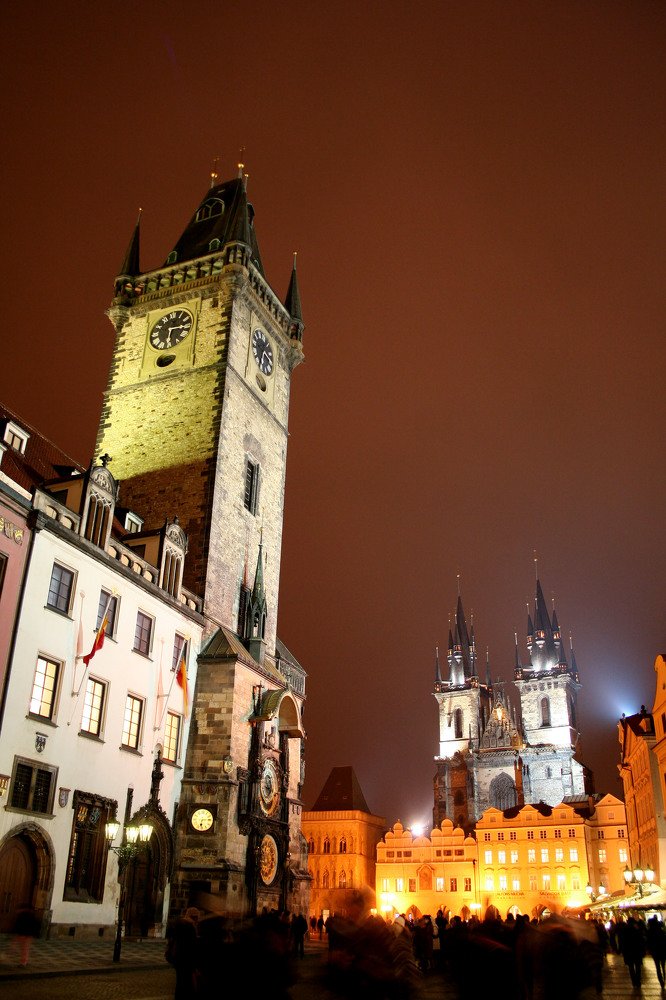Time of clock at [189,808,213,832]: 6:13
